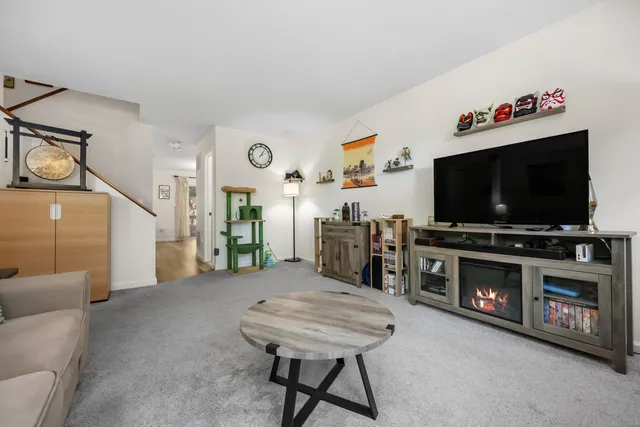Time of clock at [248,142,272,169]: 2:06
